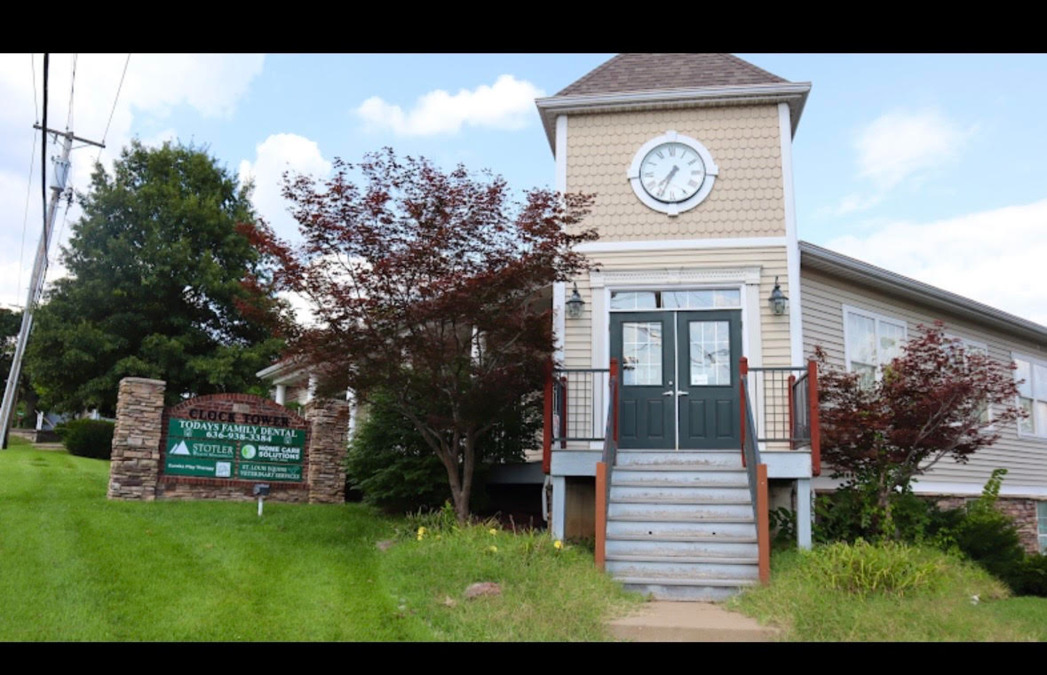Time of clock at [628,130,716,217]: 7:34
